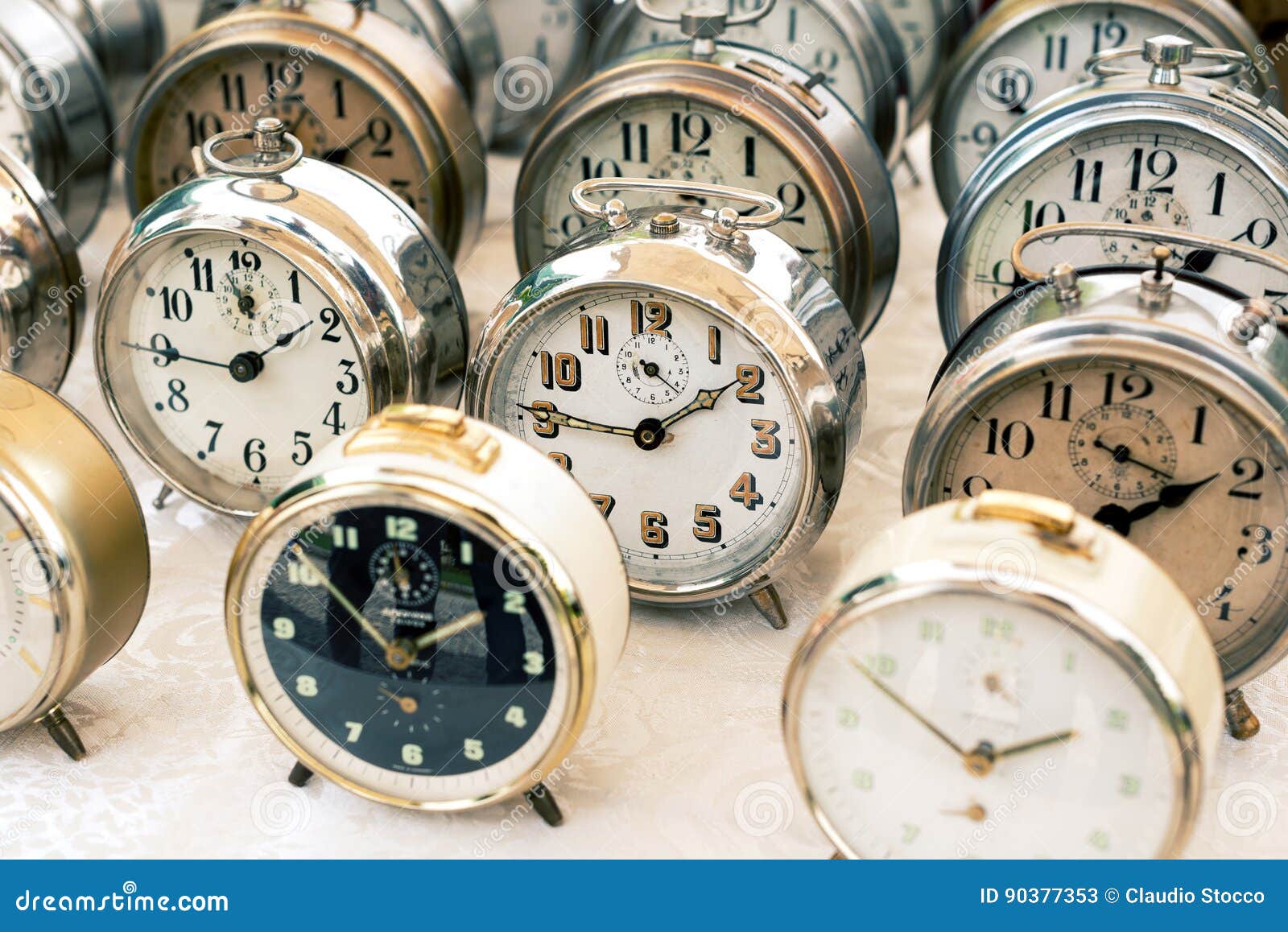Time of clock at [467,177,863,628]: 1:46
